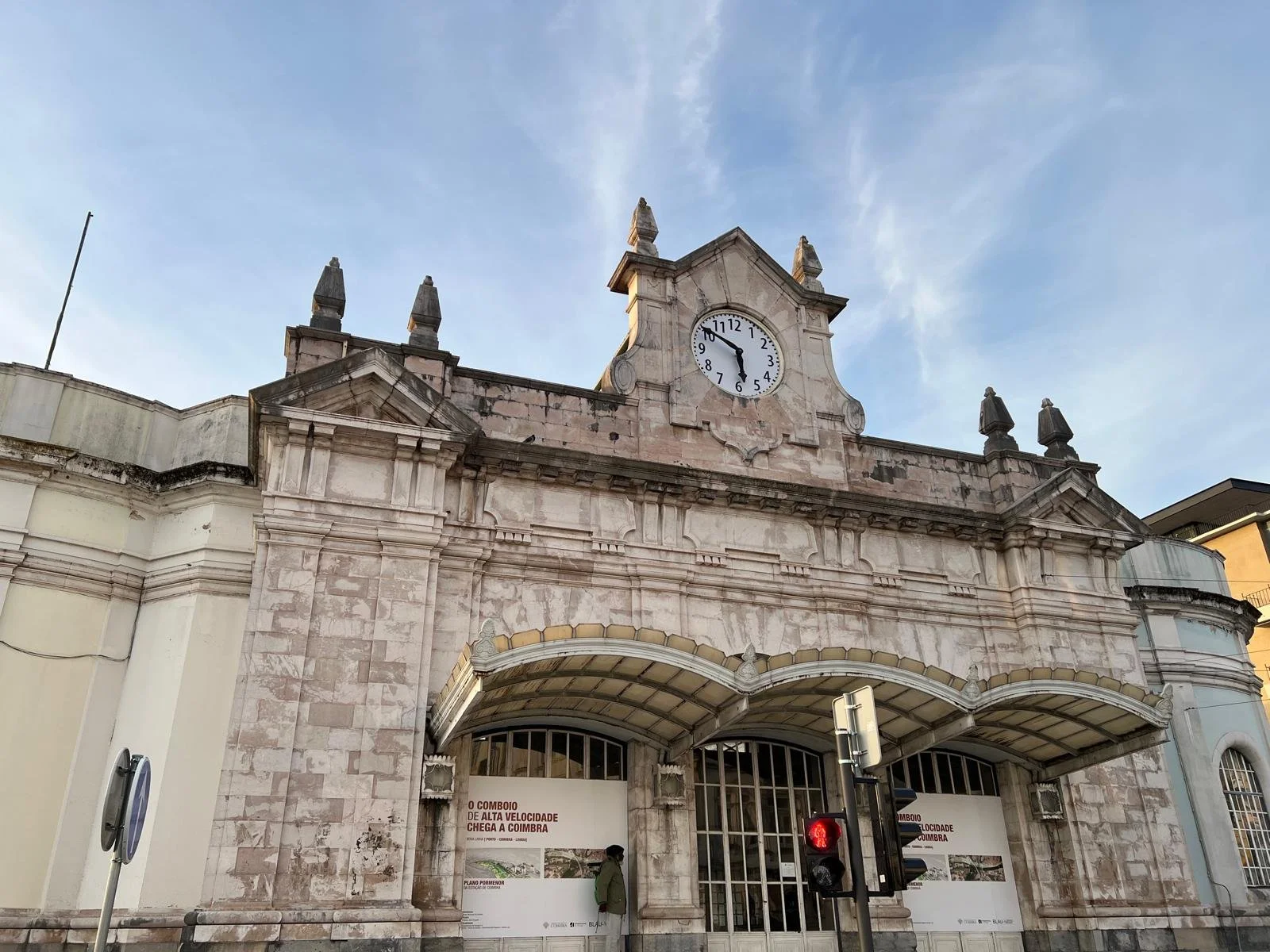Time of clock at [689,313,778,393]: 5:50
